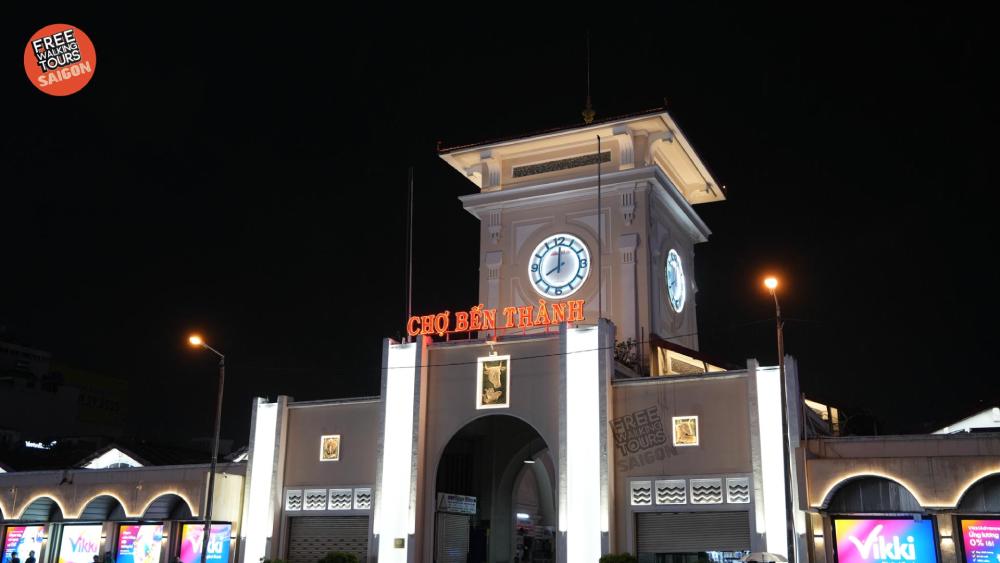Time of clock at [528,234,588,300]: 8:00
